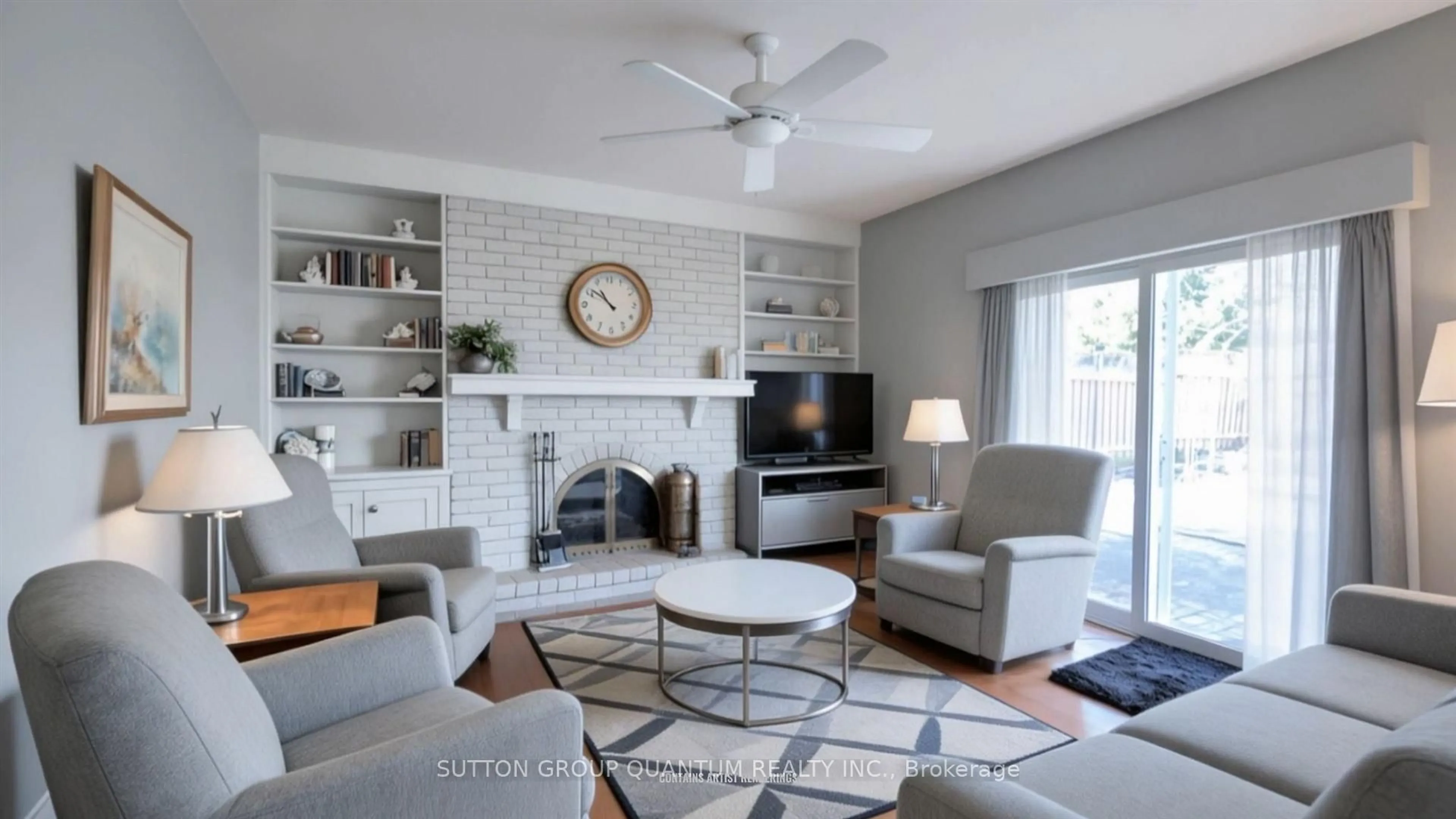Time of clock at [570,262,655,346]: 10:51
